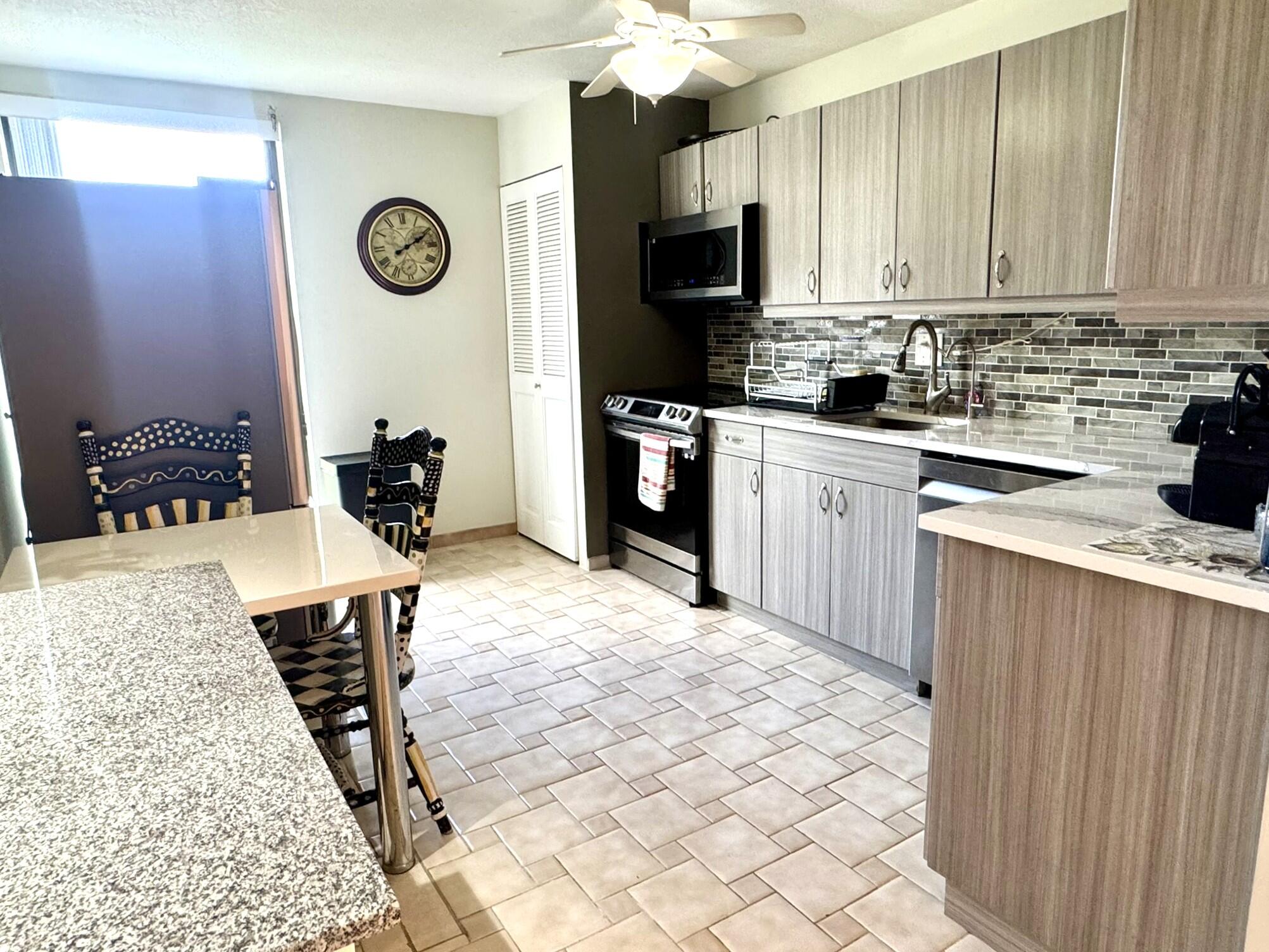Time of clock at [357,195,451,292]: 2:09
